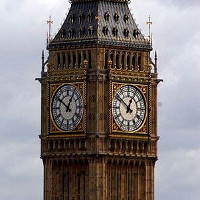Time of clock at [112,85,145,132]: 12:51
